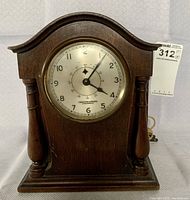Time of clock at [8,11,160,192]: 4:06
